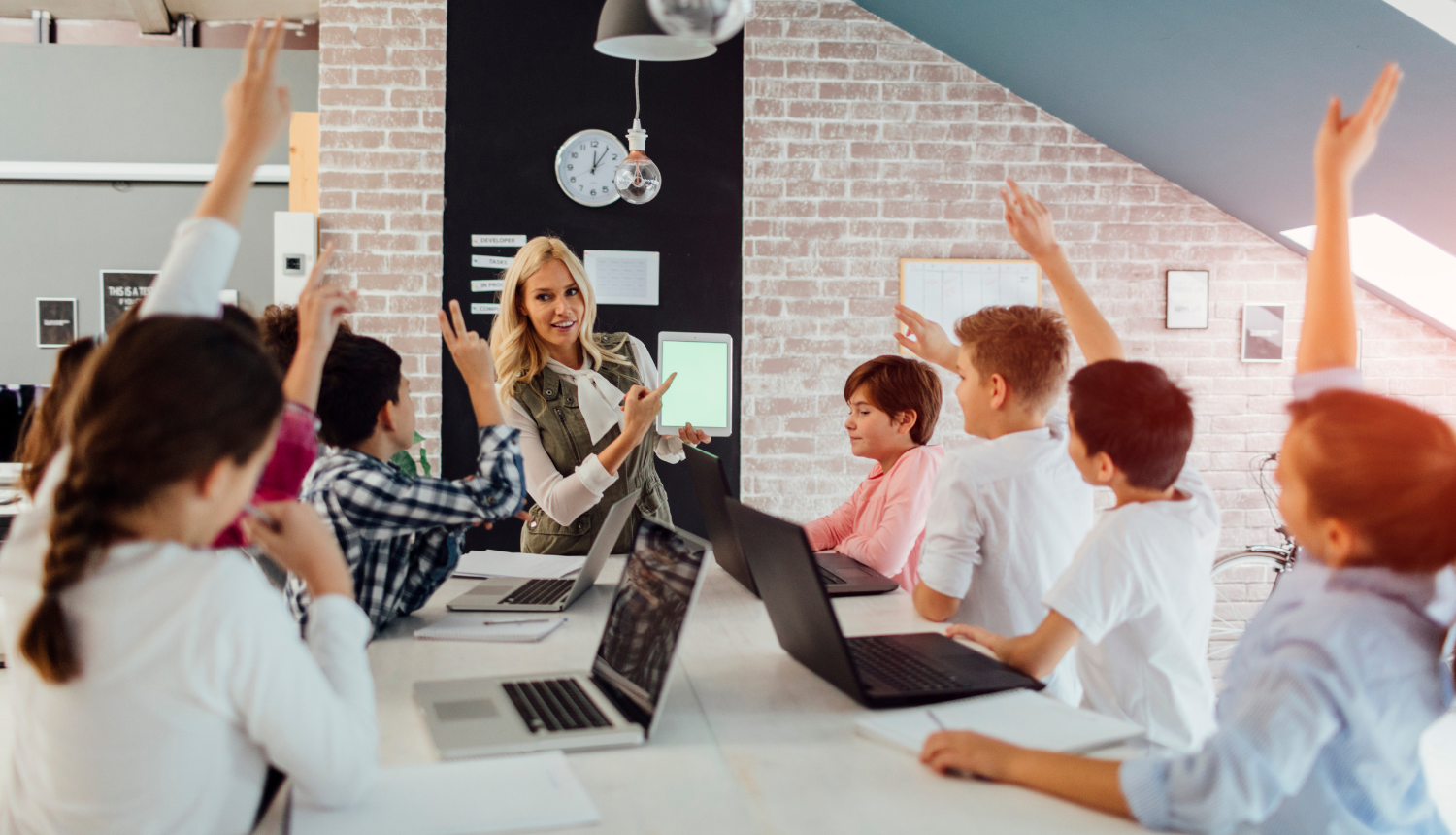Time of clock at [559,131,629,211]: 12:05
